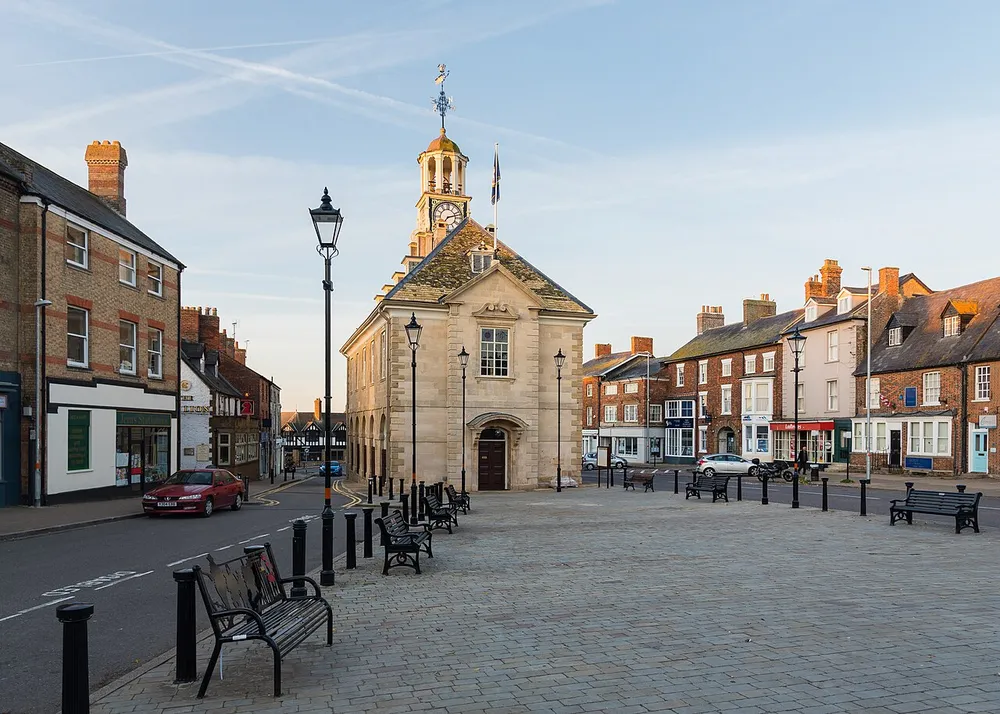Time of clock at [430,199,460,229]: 7:12
